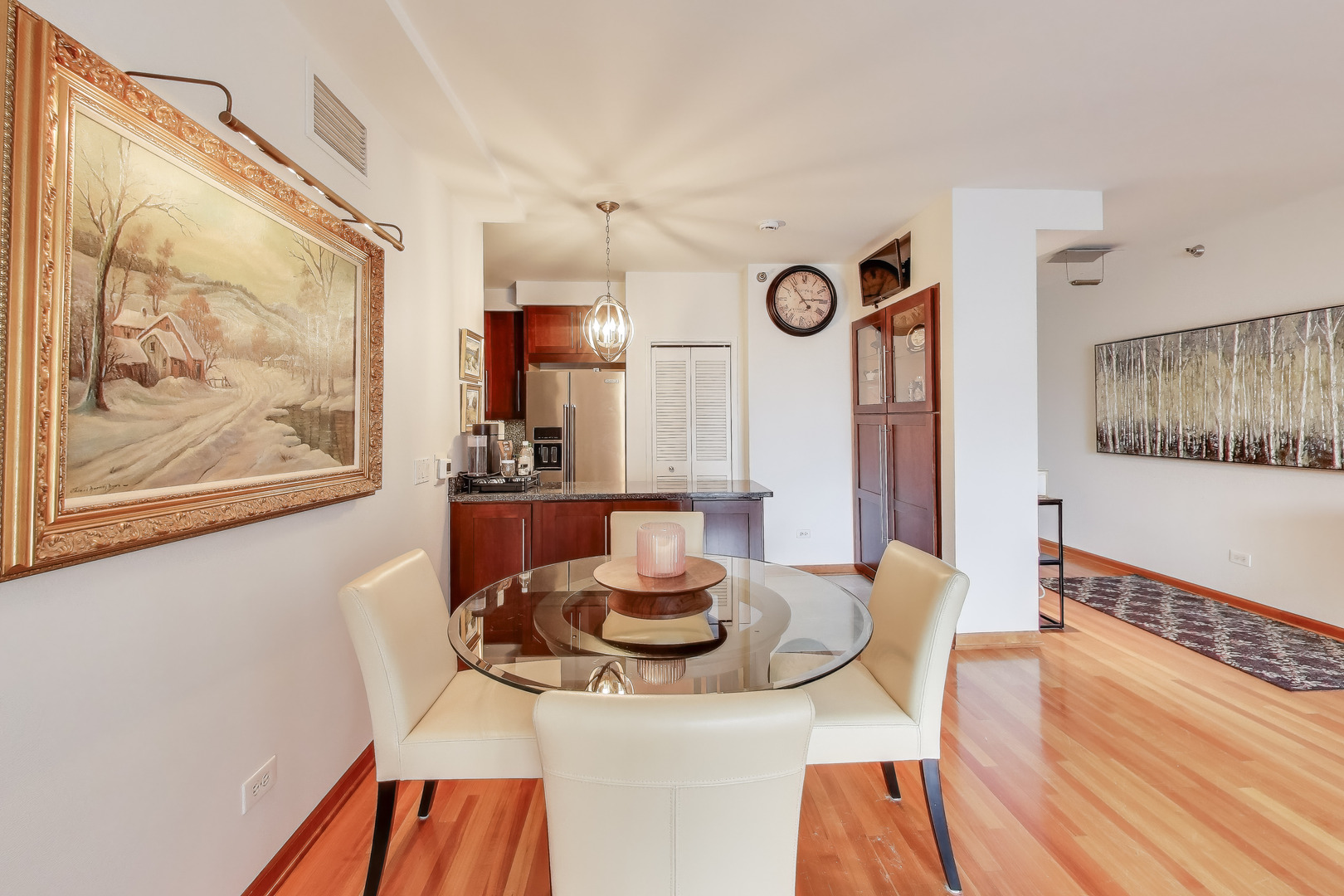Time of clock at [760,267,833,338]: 2:53
